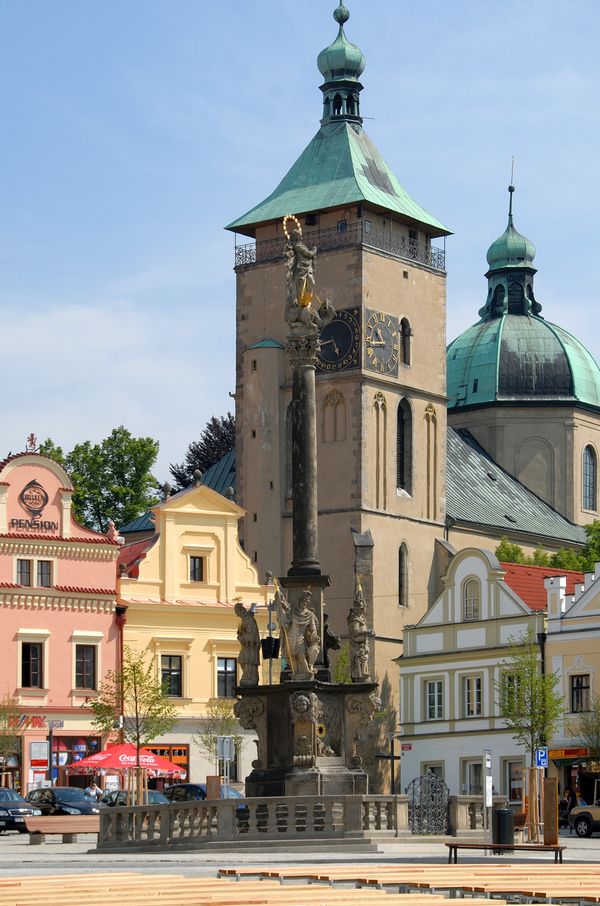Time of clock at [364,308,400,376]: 10:43
